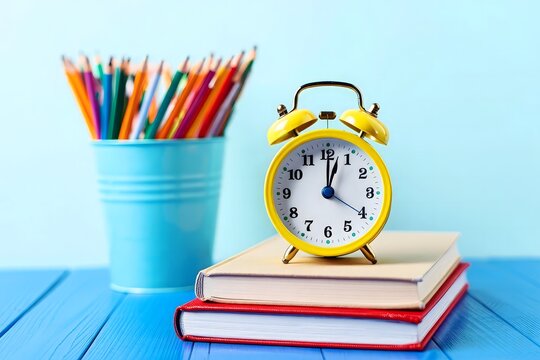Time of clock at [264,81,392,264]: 12:02
